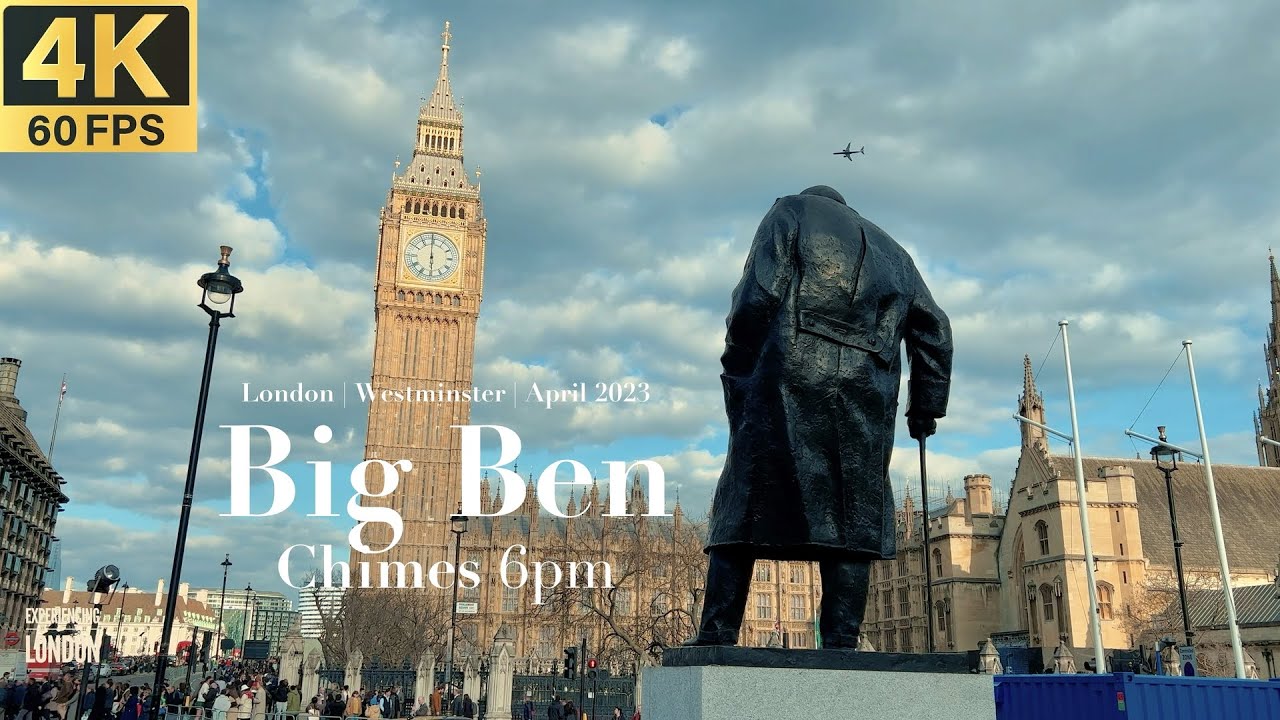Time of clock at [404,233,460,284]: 5:59
